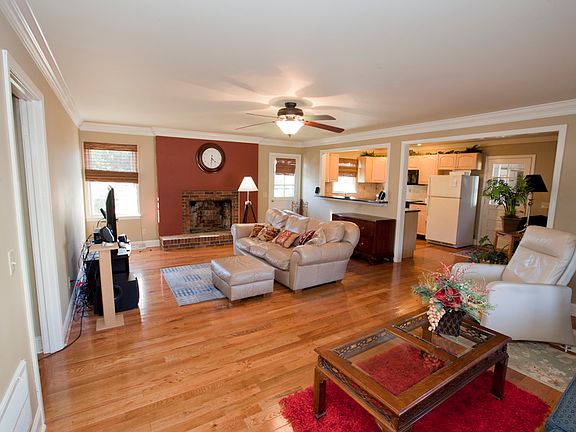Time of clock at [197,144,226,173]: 4:30
